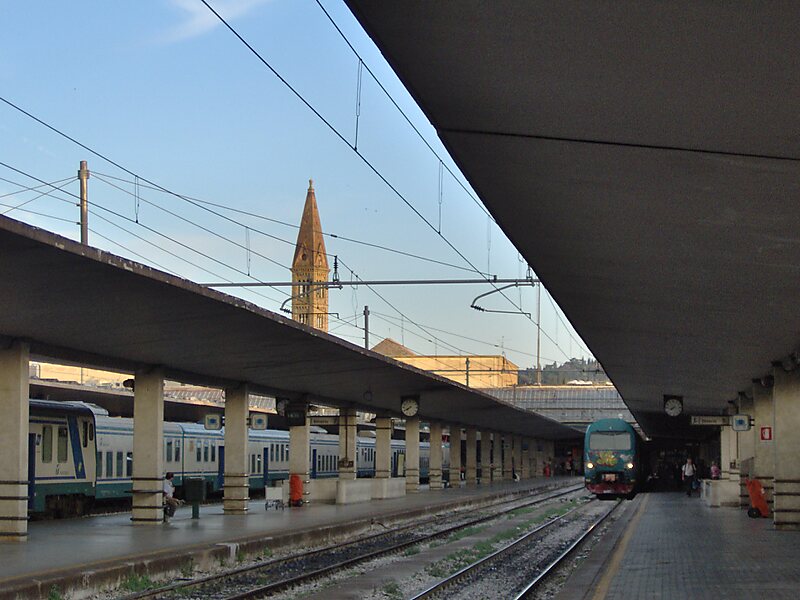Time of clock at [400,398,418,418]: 7:40
